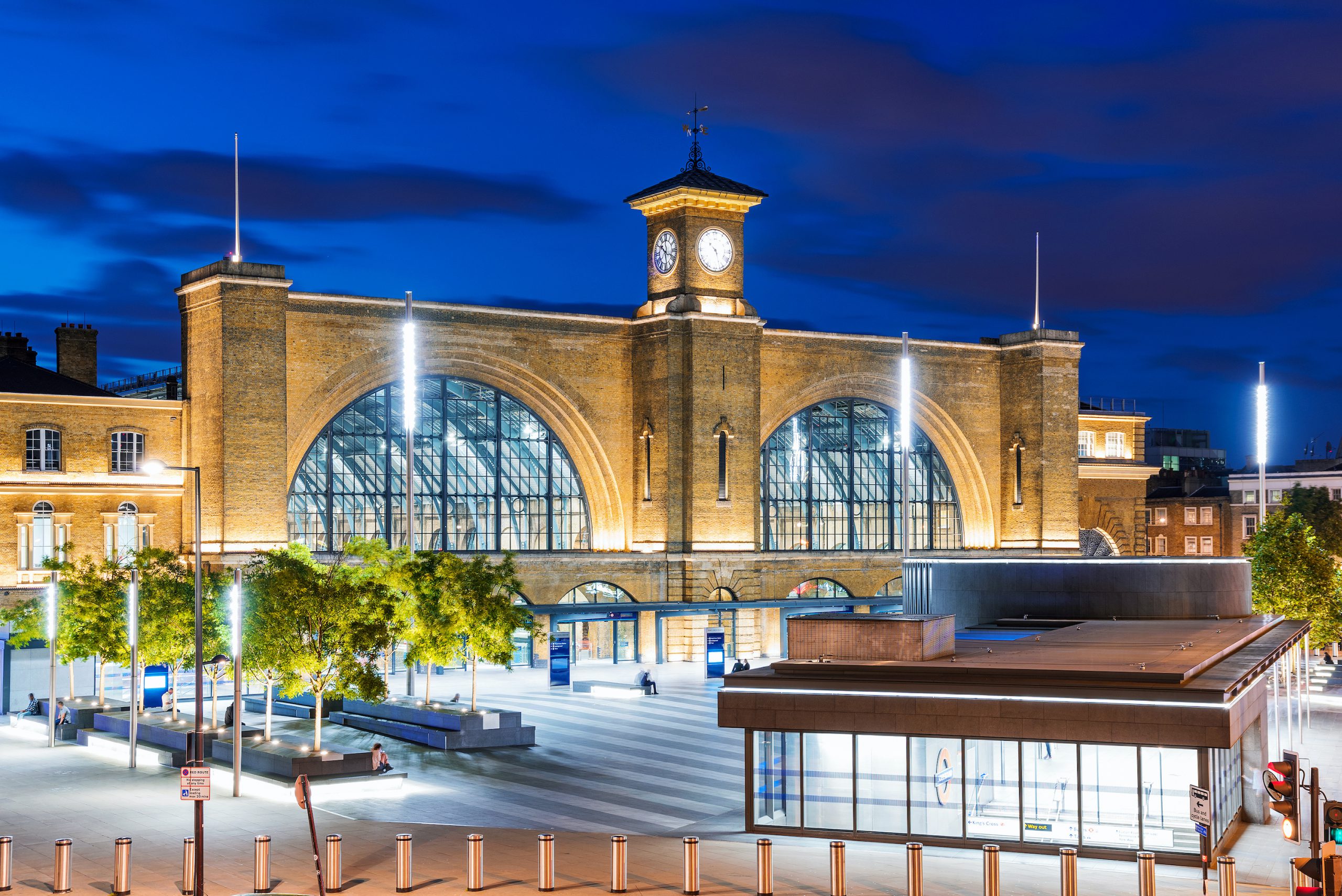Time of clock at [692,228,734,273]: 10:26
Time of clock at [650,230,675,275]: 10:28
